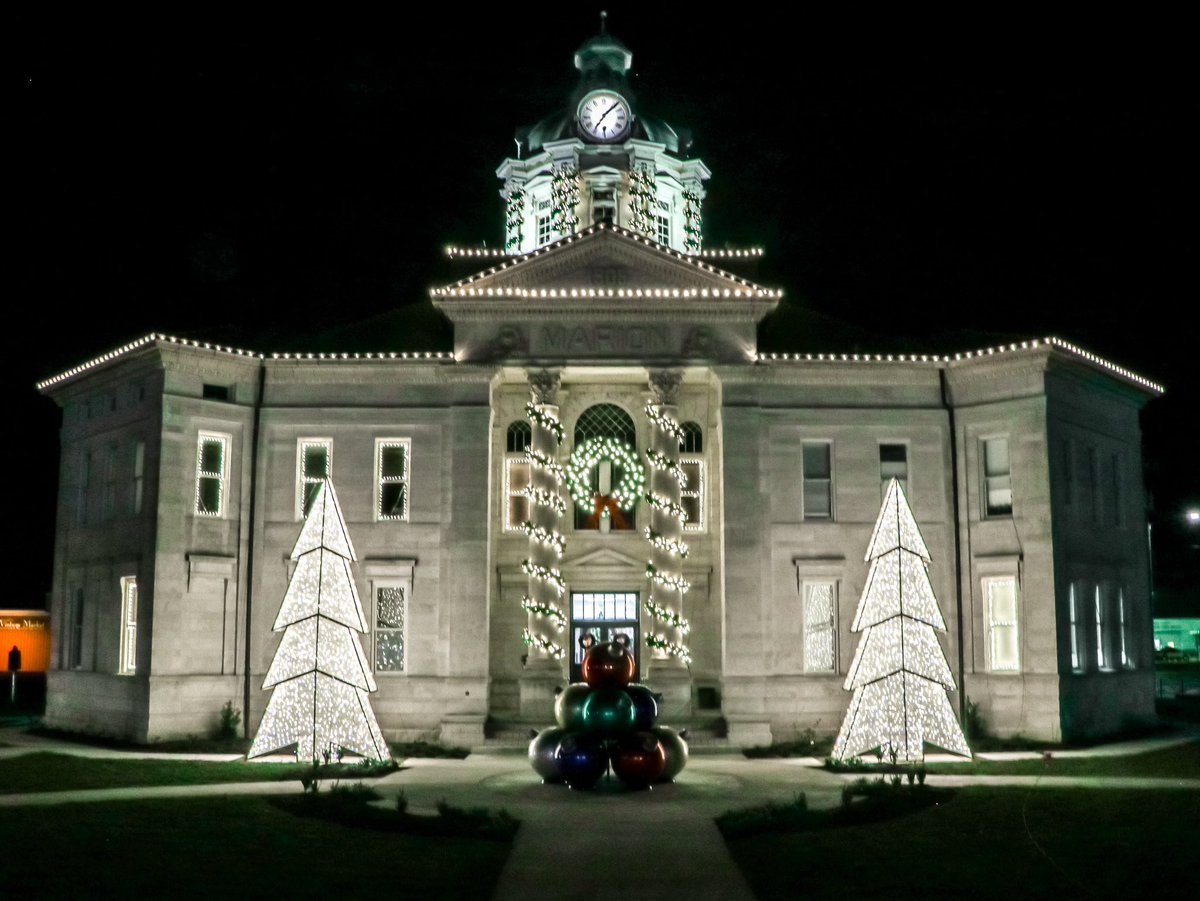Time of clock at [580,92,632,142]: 7:07
